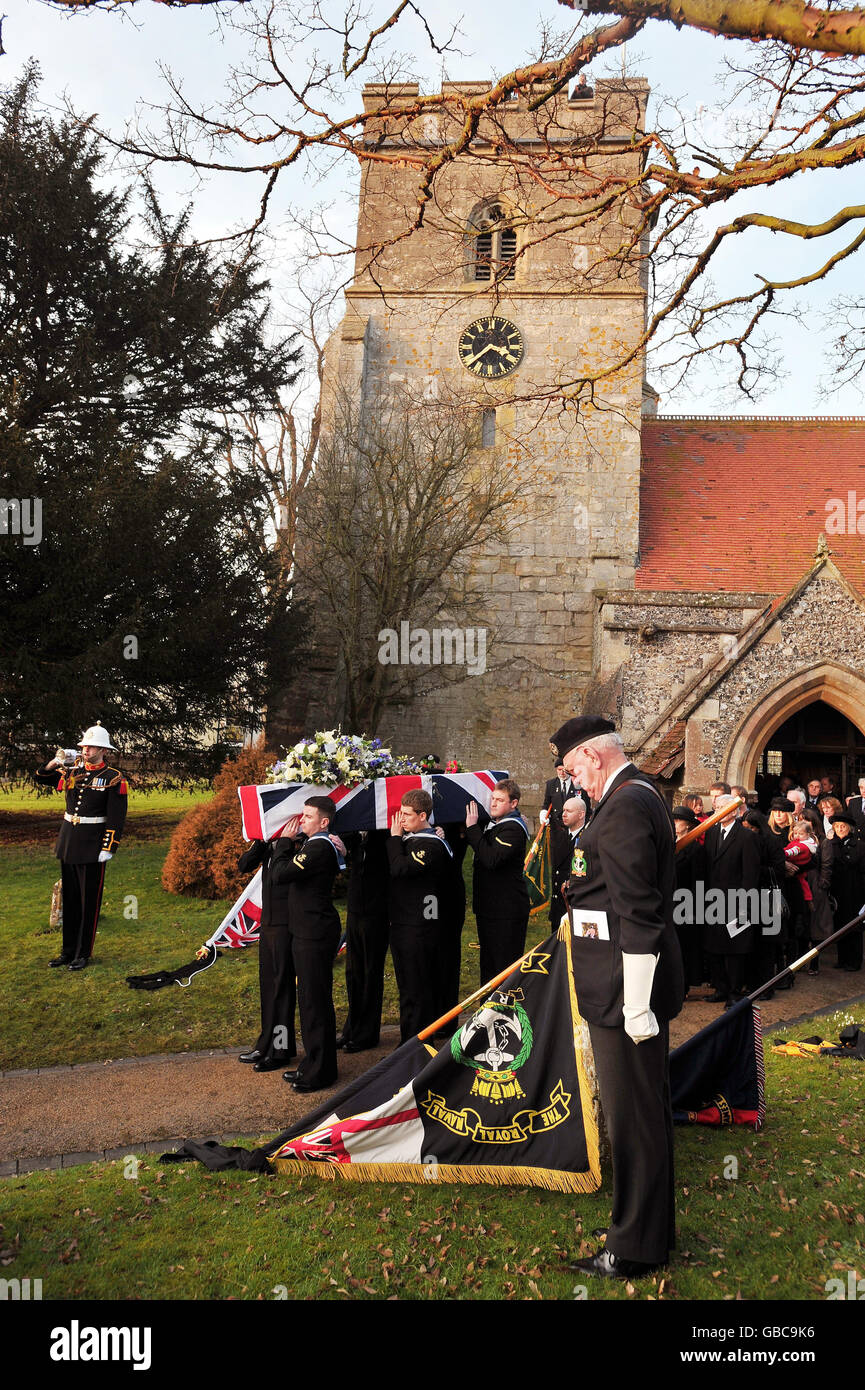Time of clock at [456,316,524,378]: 3:37
